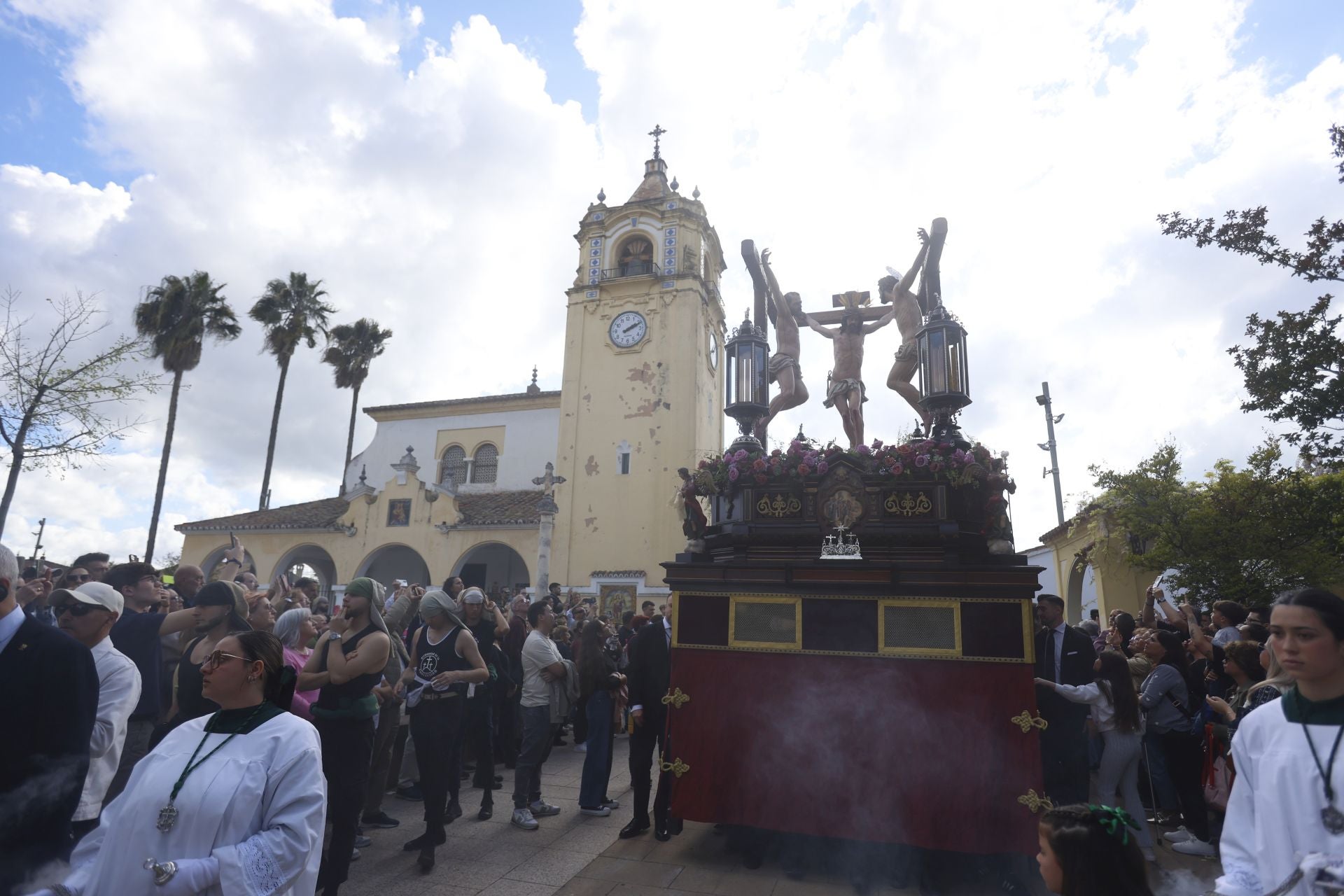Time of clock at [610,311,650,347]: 2:11
